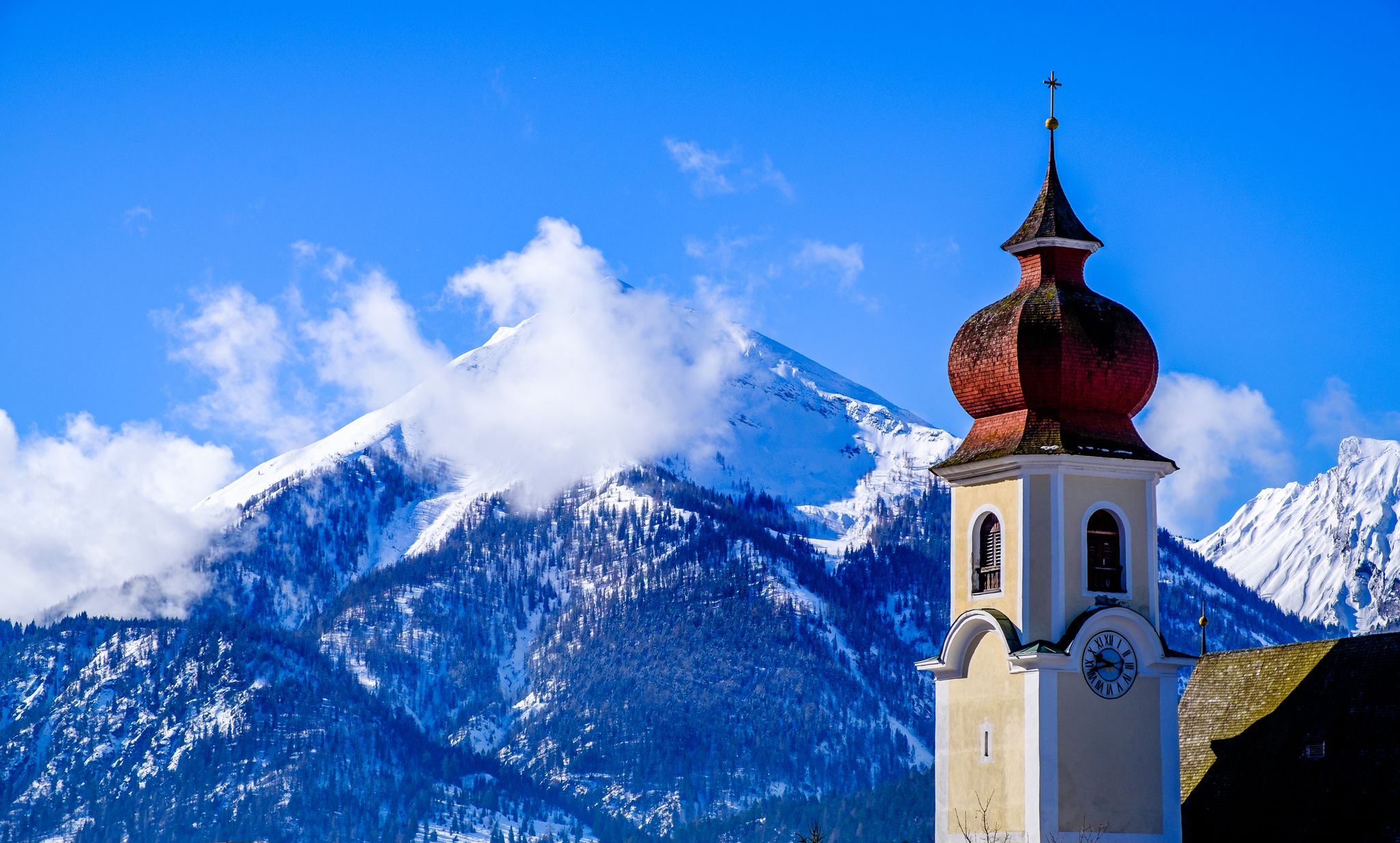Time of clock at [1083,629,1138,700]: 9:42
